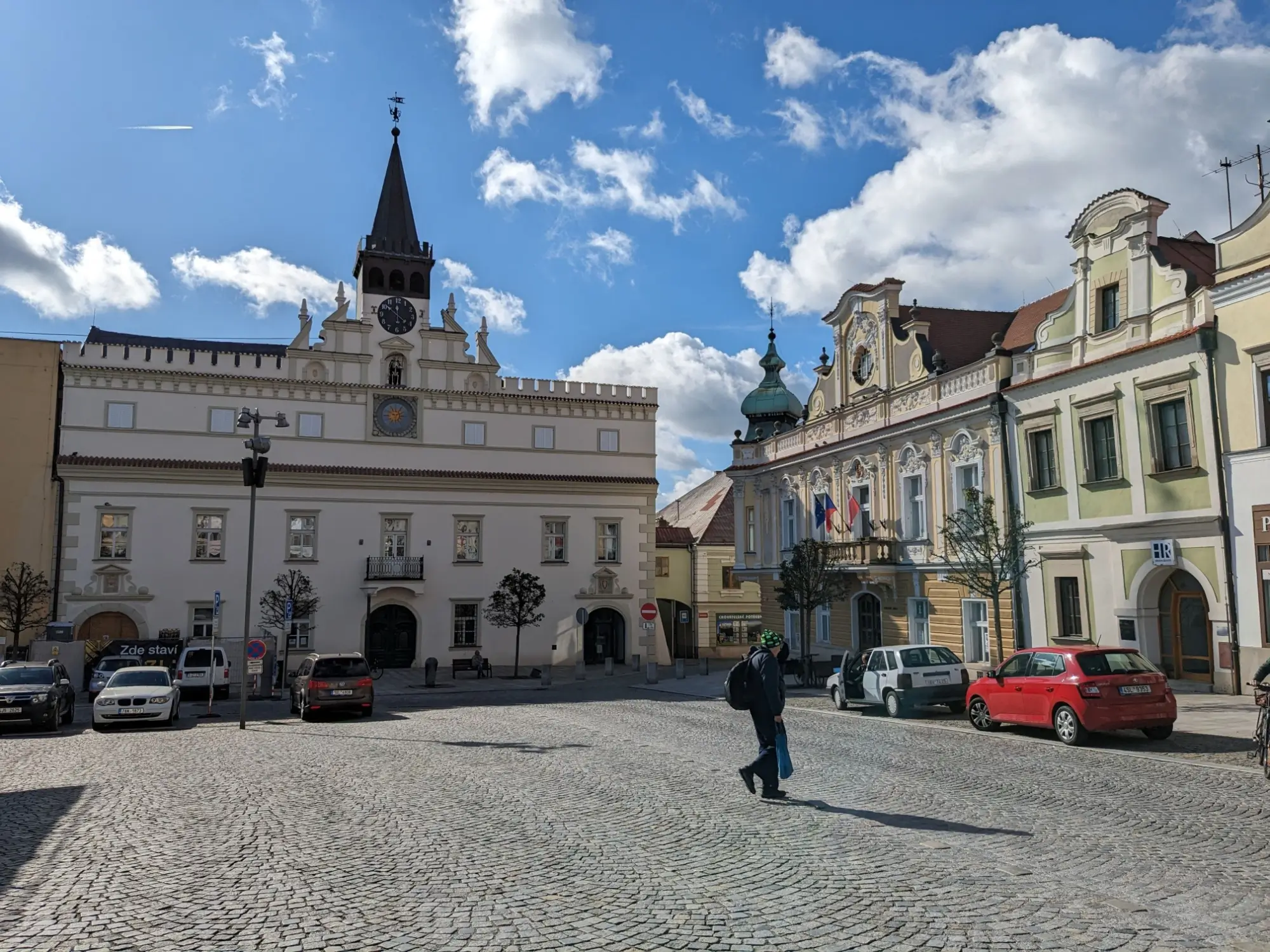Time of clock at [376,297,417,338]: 10:21
